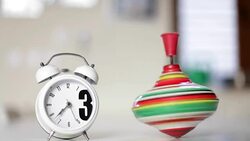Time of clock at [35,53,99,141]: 7:37
